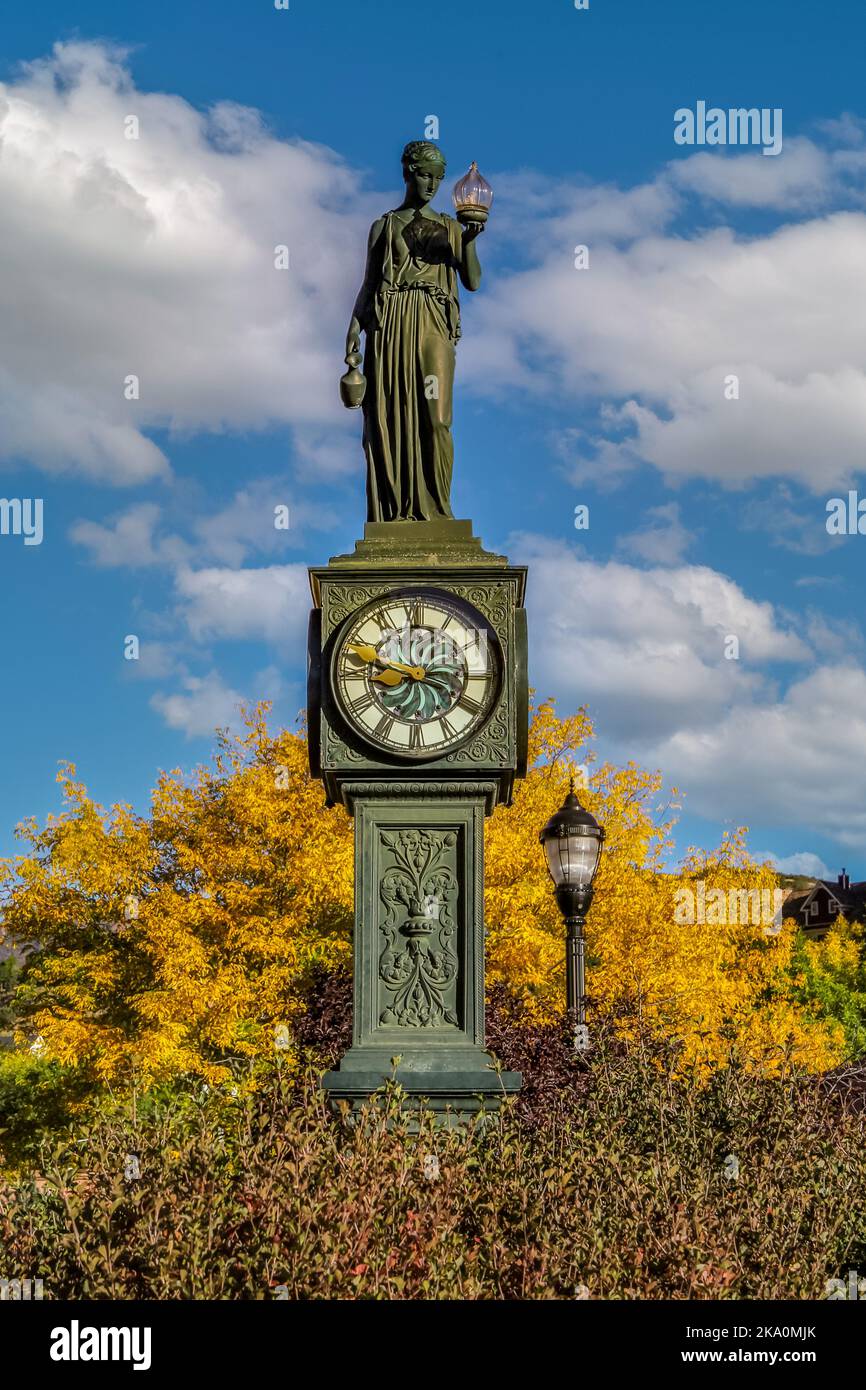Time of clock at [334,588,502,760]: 3:47
